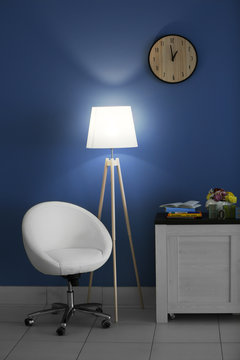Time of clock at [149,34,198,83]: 12:59
